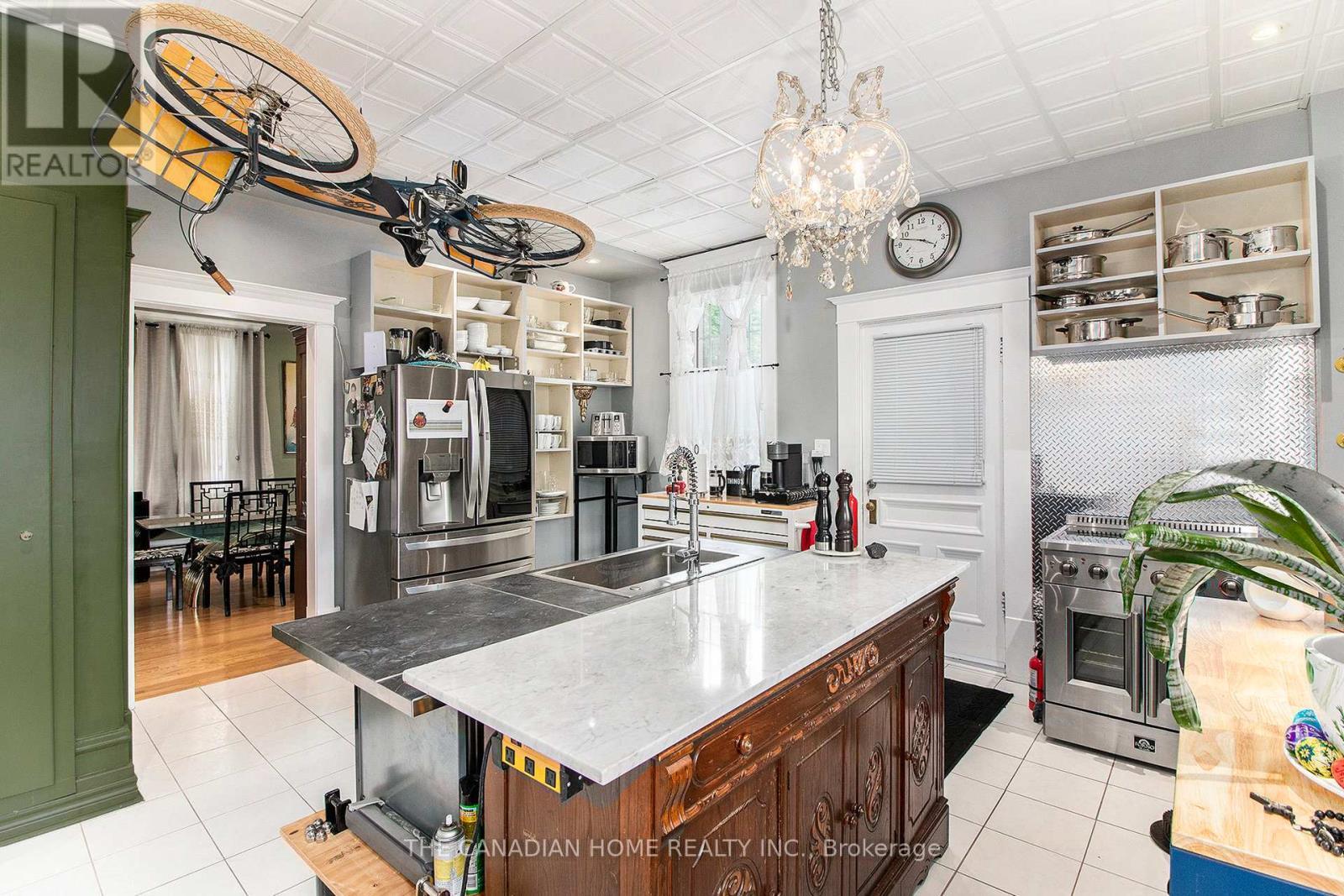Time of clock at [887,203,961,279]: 3:47
